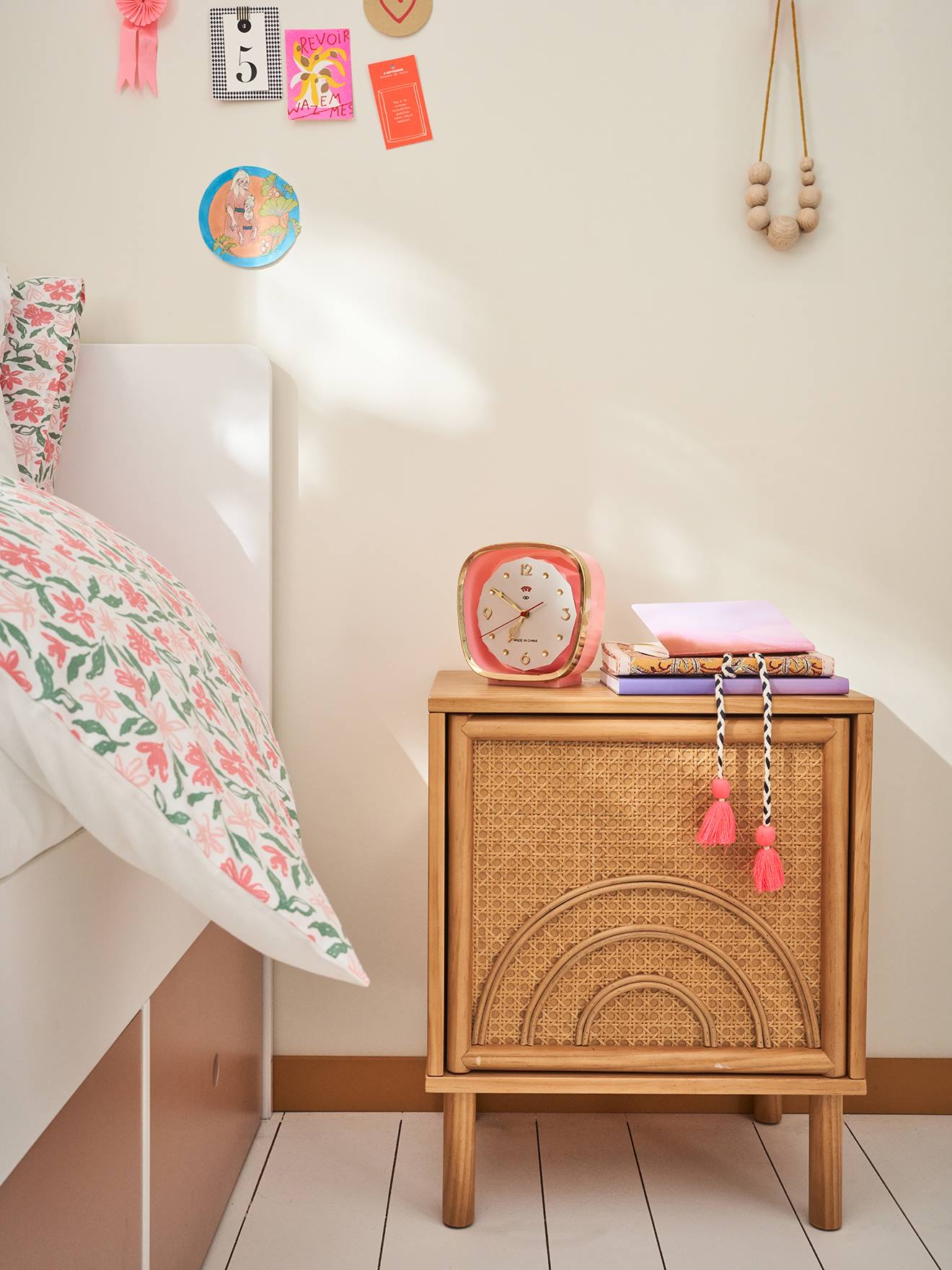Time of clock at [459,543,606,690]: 6:50
